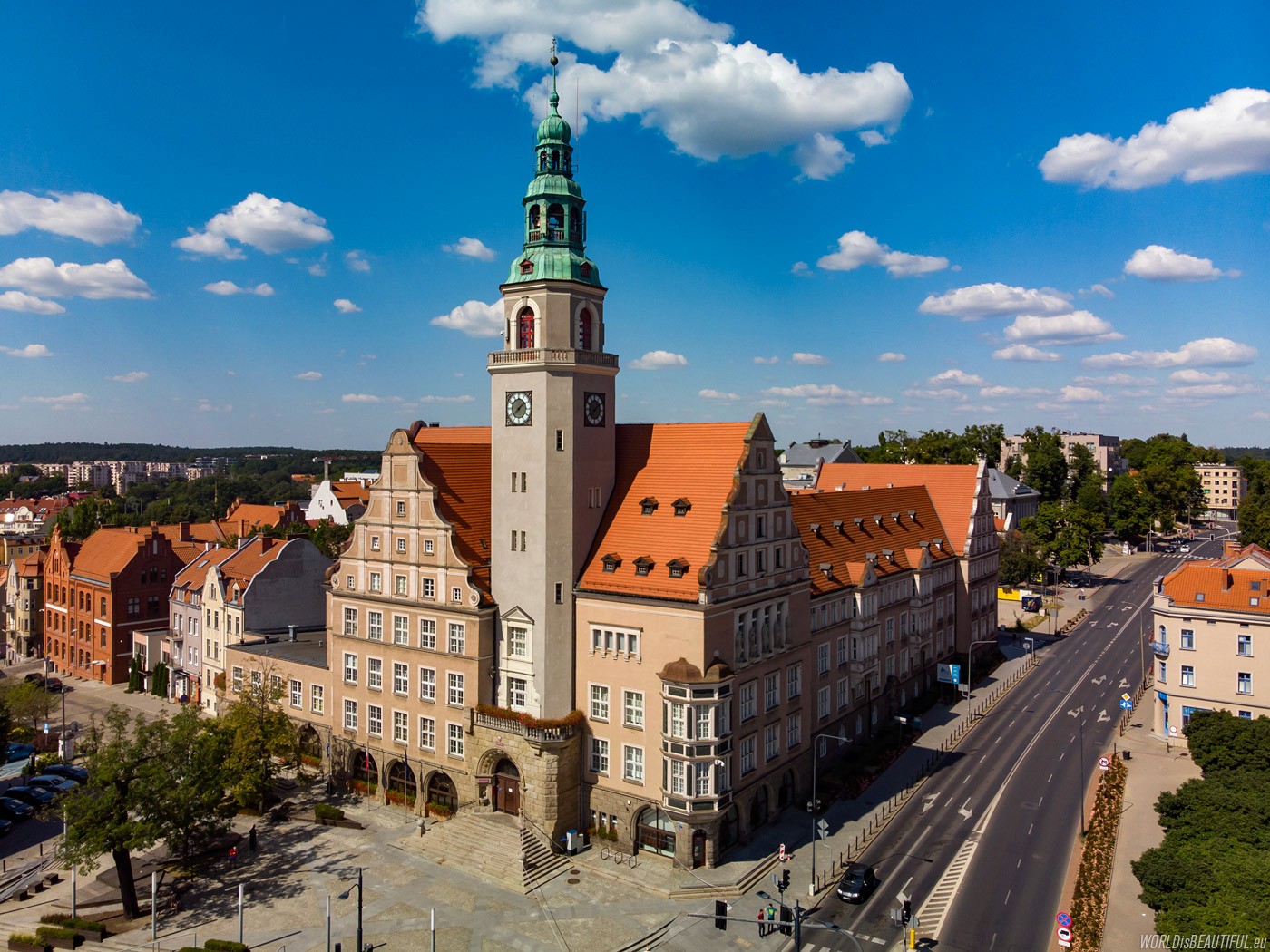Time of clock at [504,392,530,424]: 1:37
